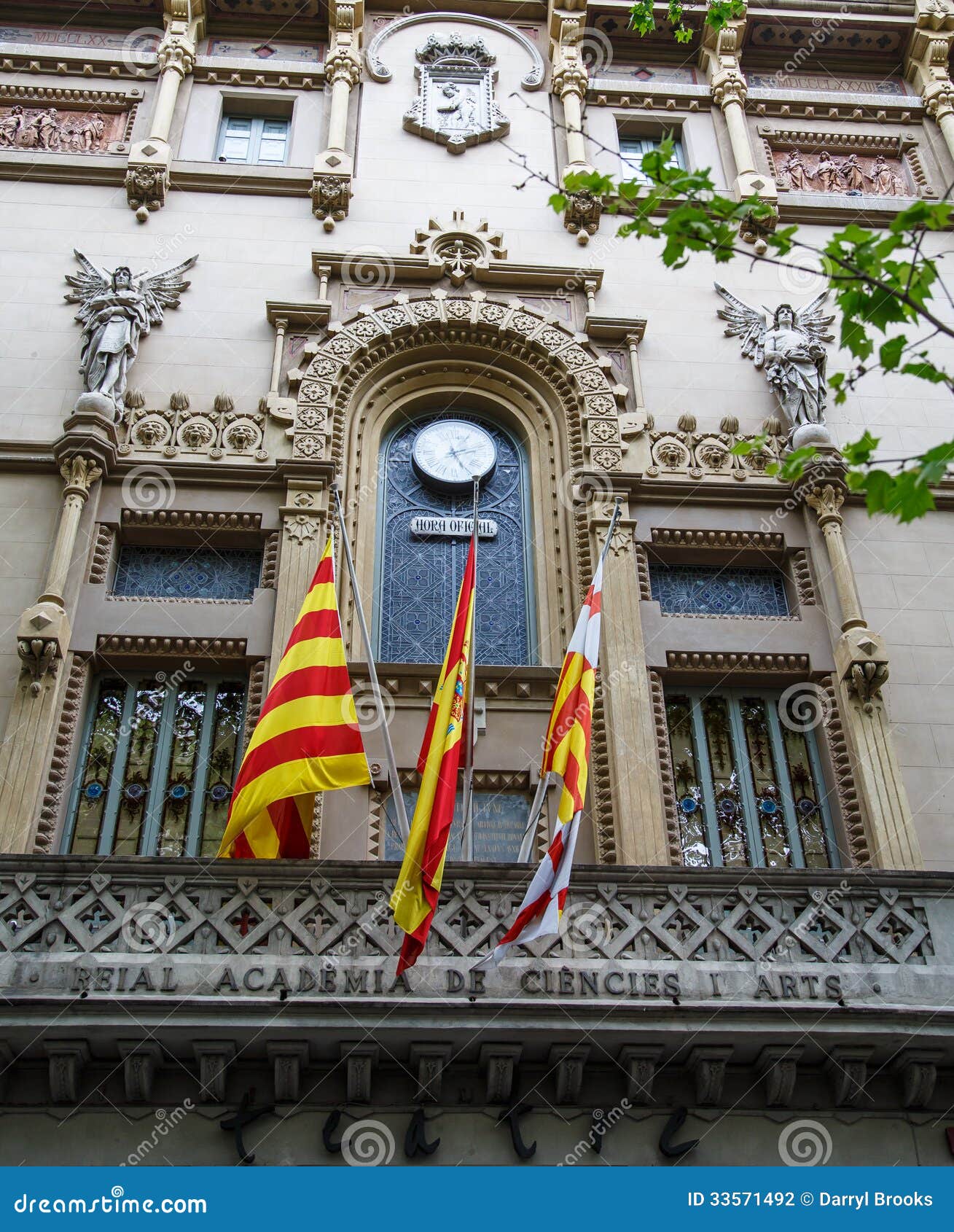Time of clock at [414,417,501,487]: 2:25
